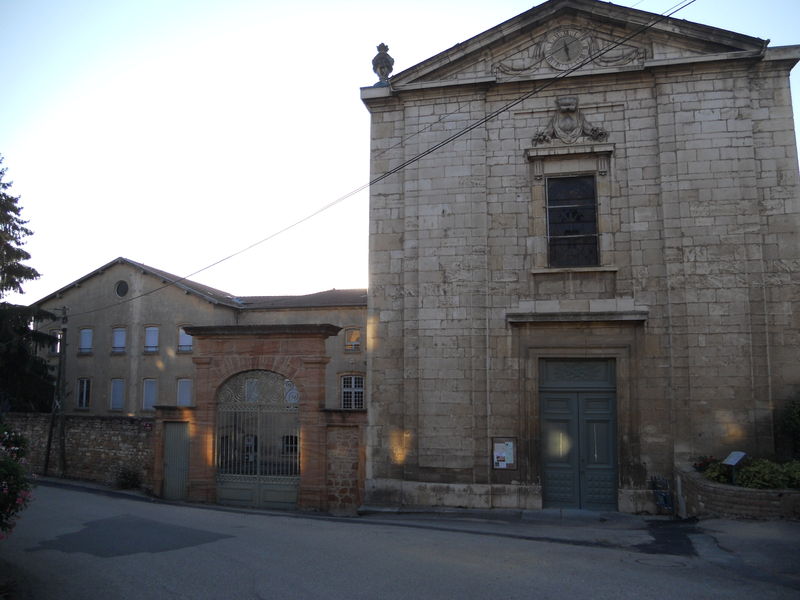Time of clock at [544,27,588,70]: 5:40
